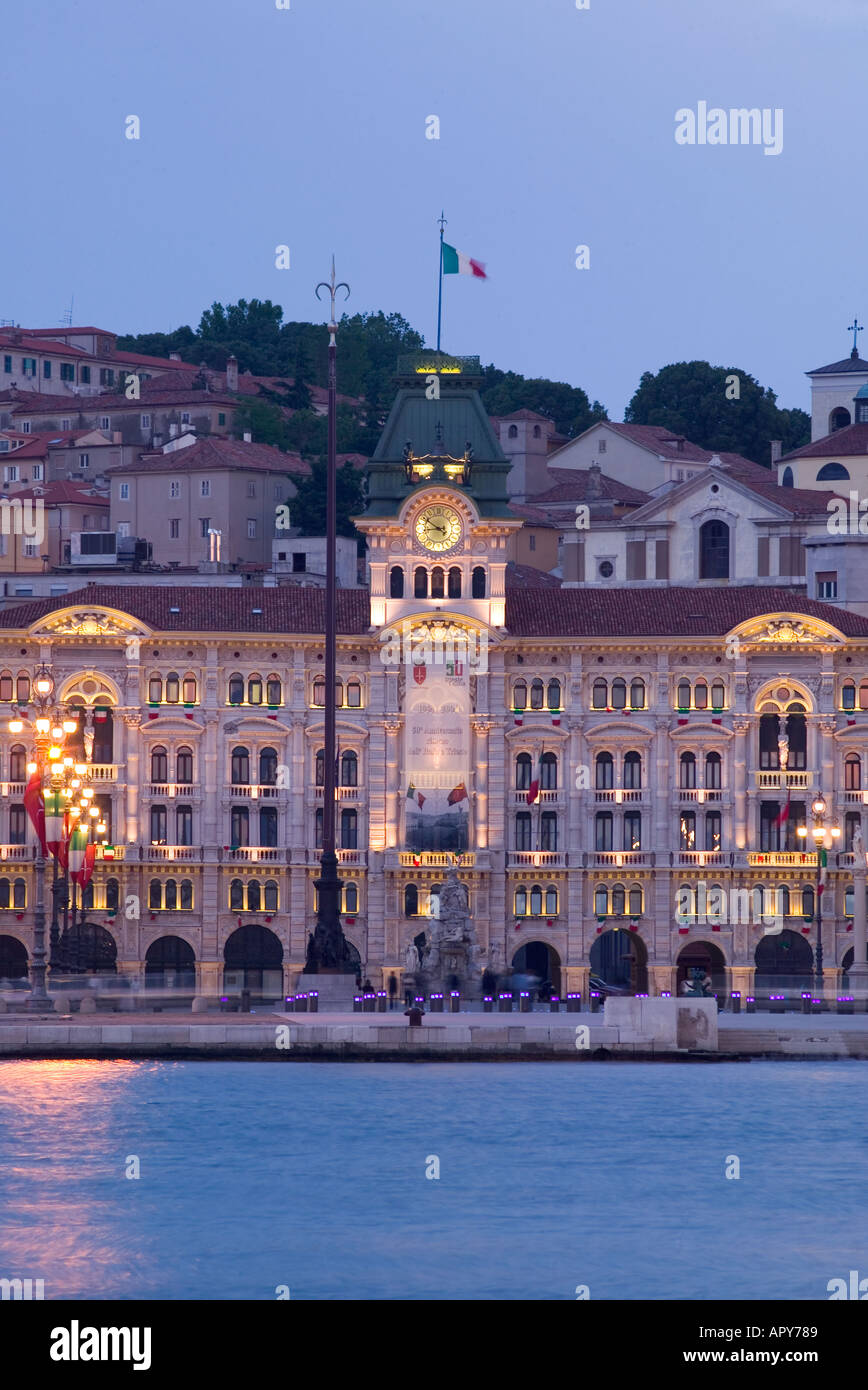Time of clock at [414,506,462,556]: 8:50
